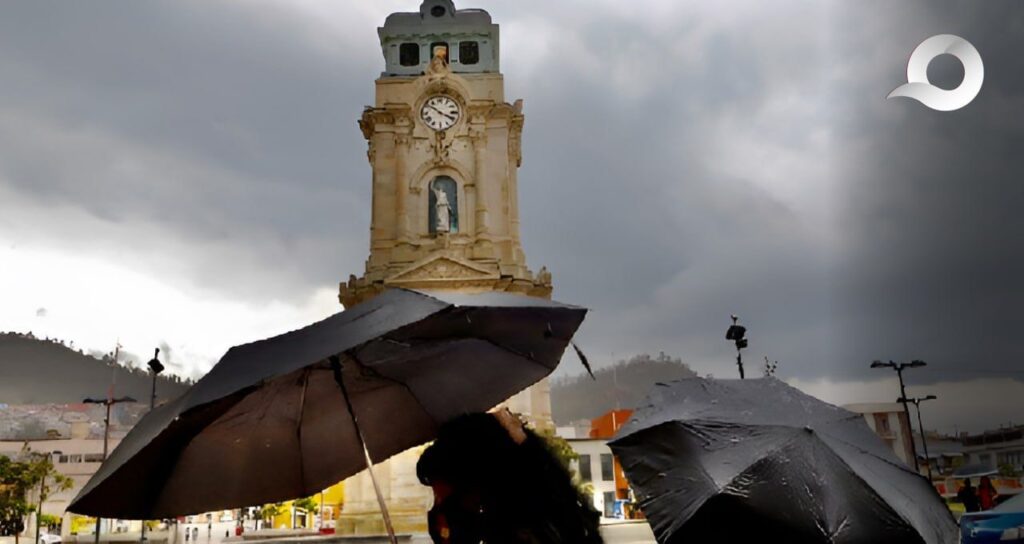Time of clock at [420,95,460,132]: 3:51
